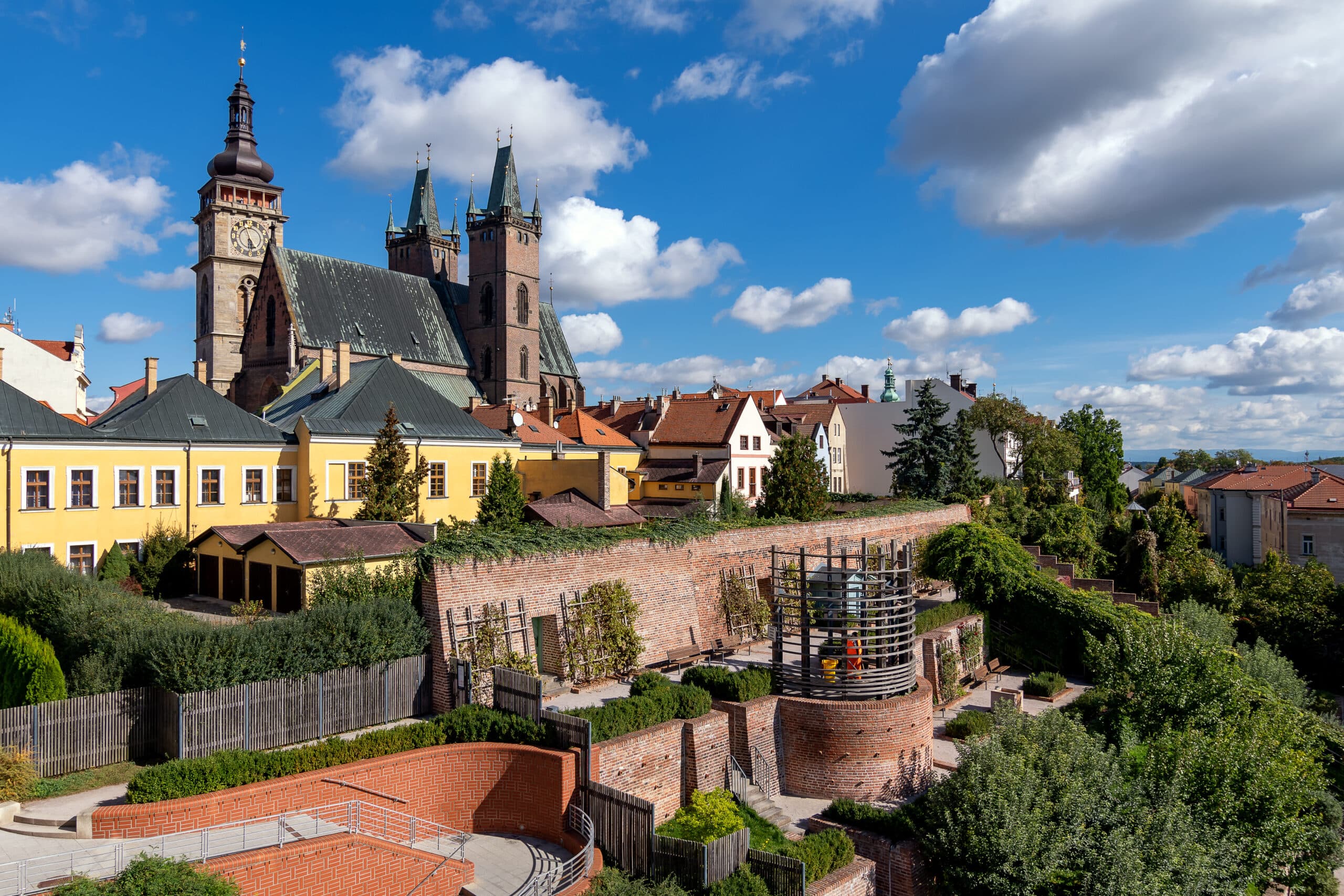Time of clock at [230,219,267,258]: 5:57
